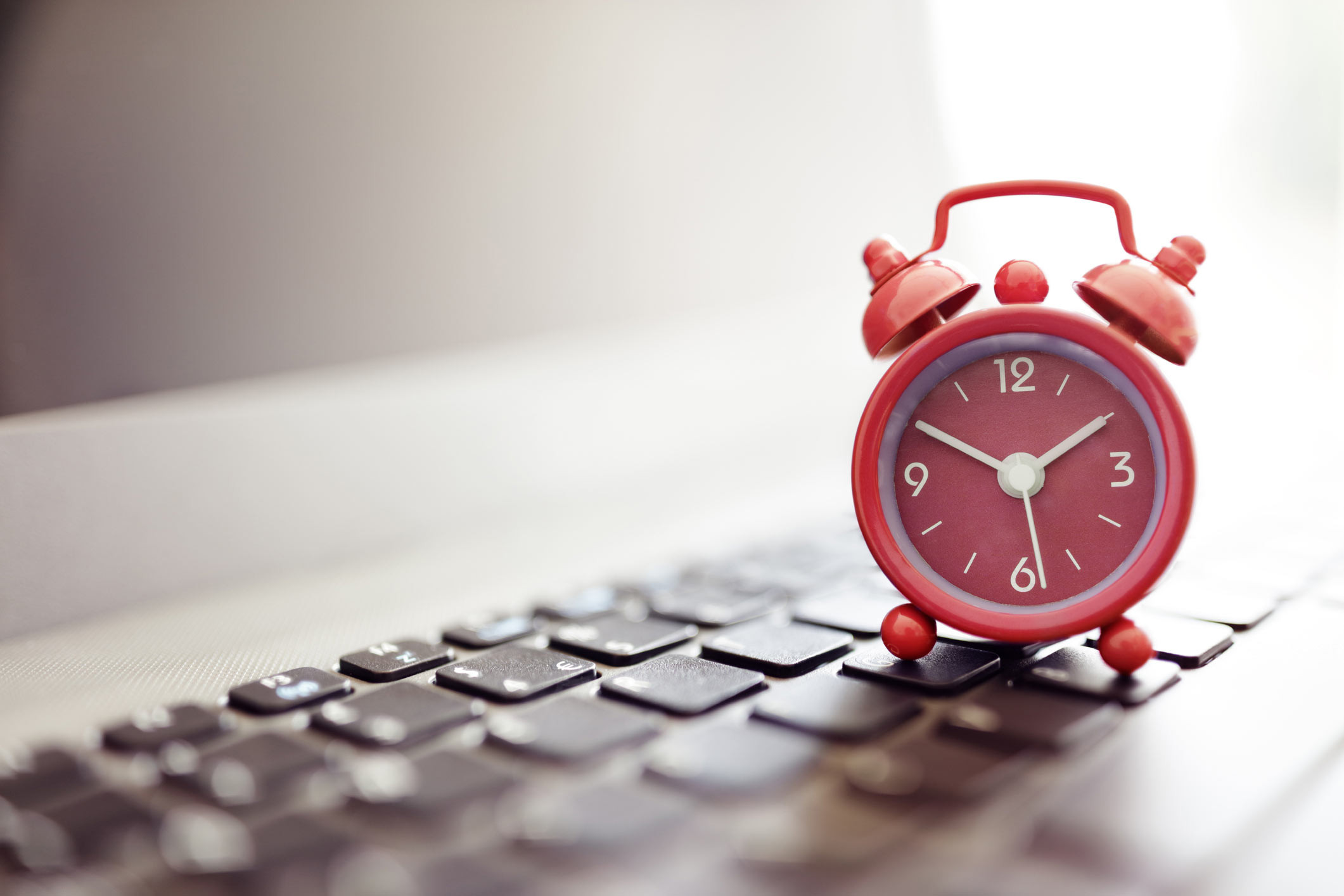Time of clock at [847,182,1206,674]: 1:50
